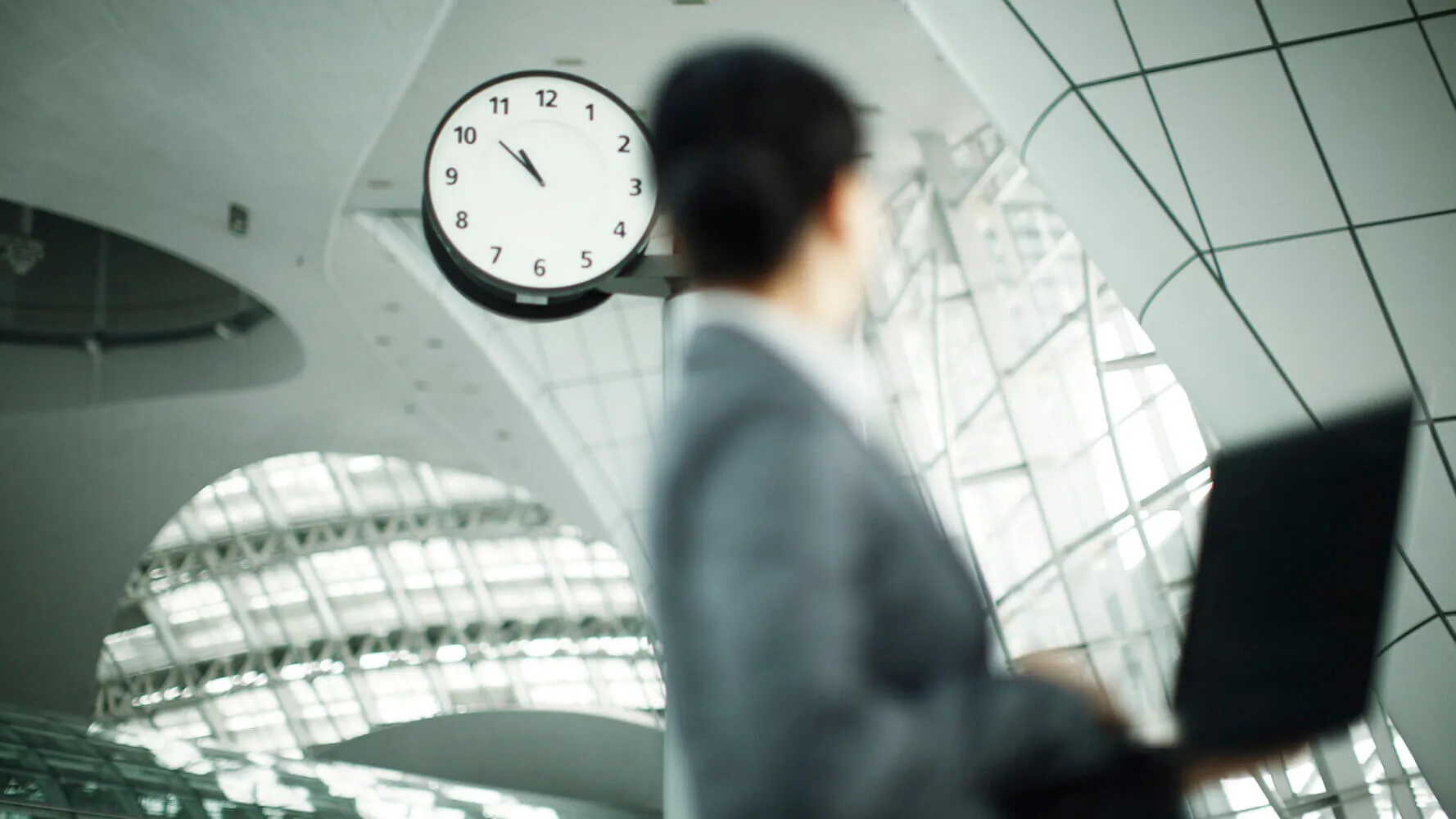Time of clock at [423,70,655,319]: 10:52
